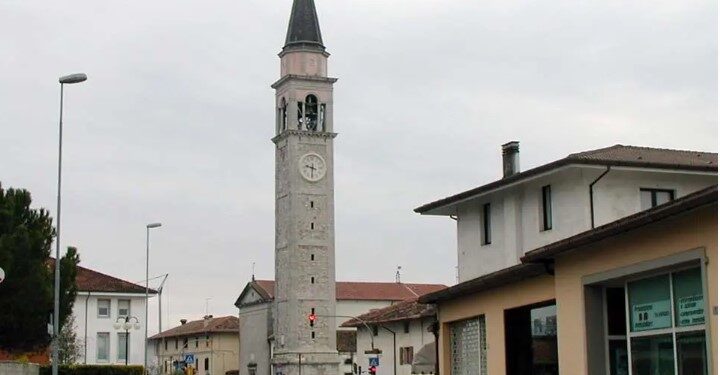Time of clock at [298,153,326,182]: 9:31
